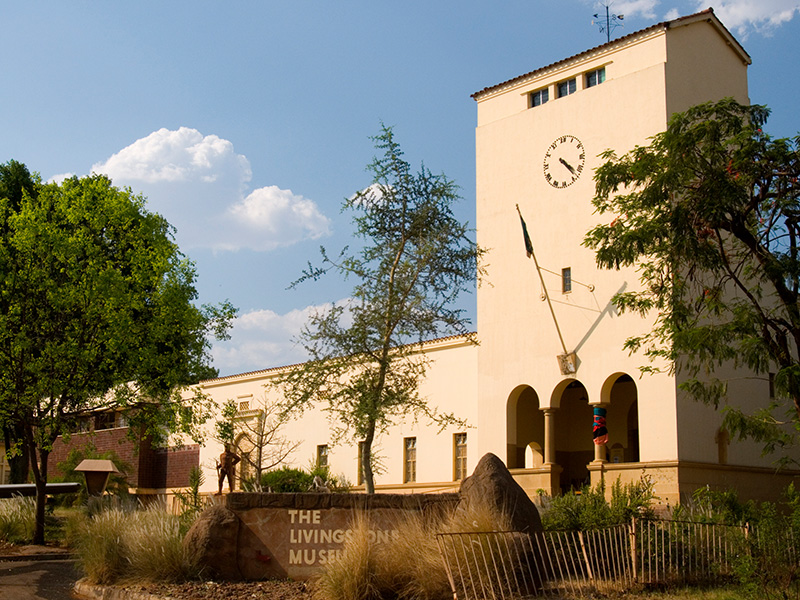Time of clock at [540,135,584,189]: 4:23
